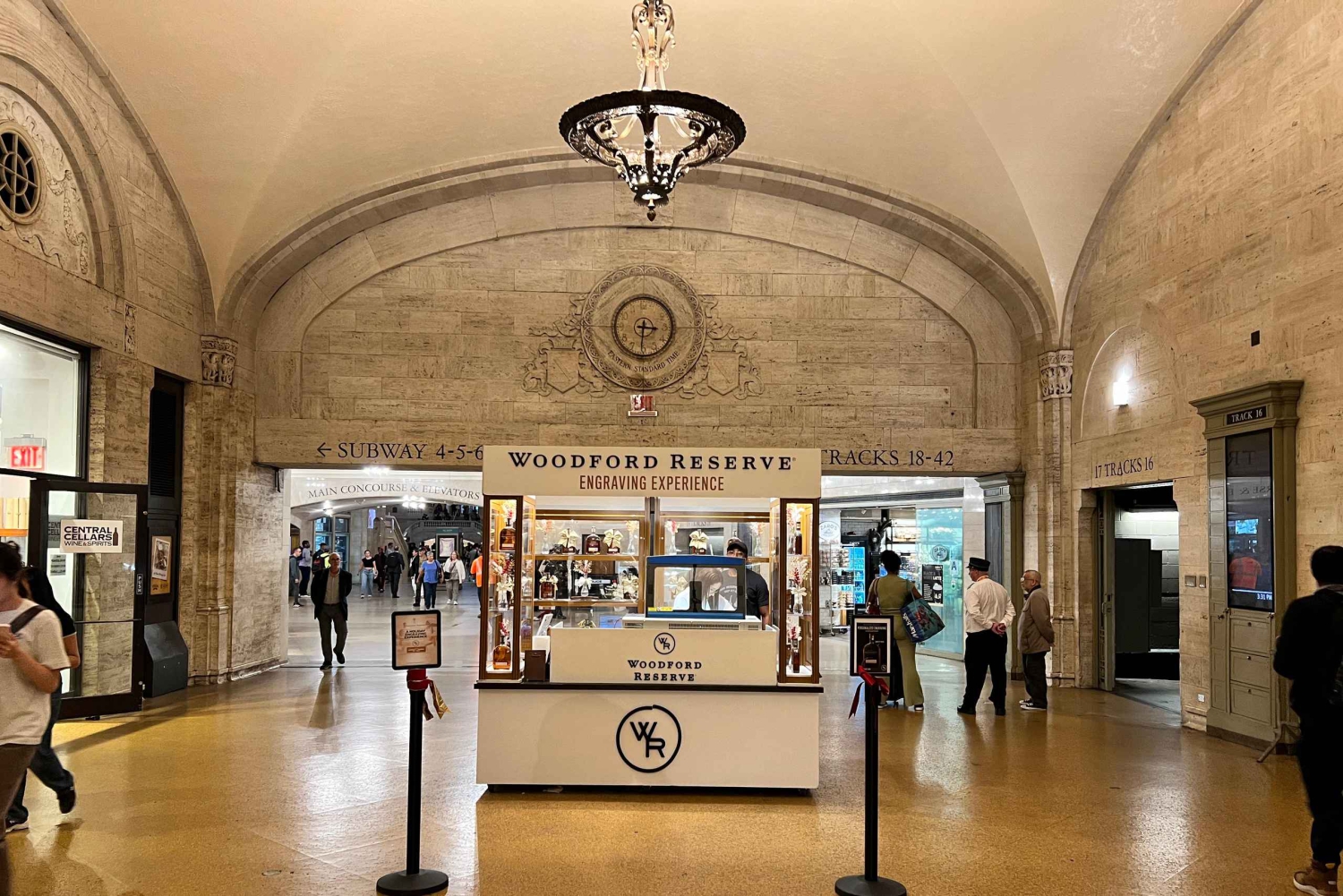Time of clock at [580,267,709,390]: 3:30
